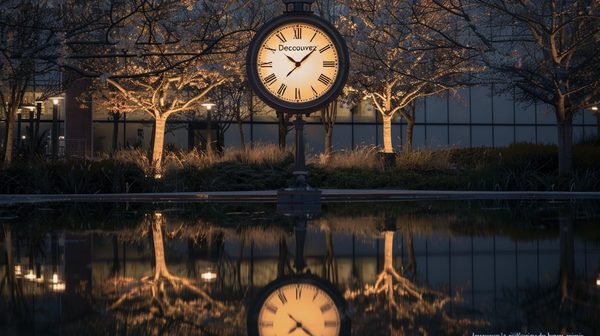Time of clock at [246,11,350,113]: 10:07
